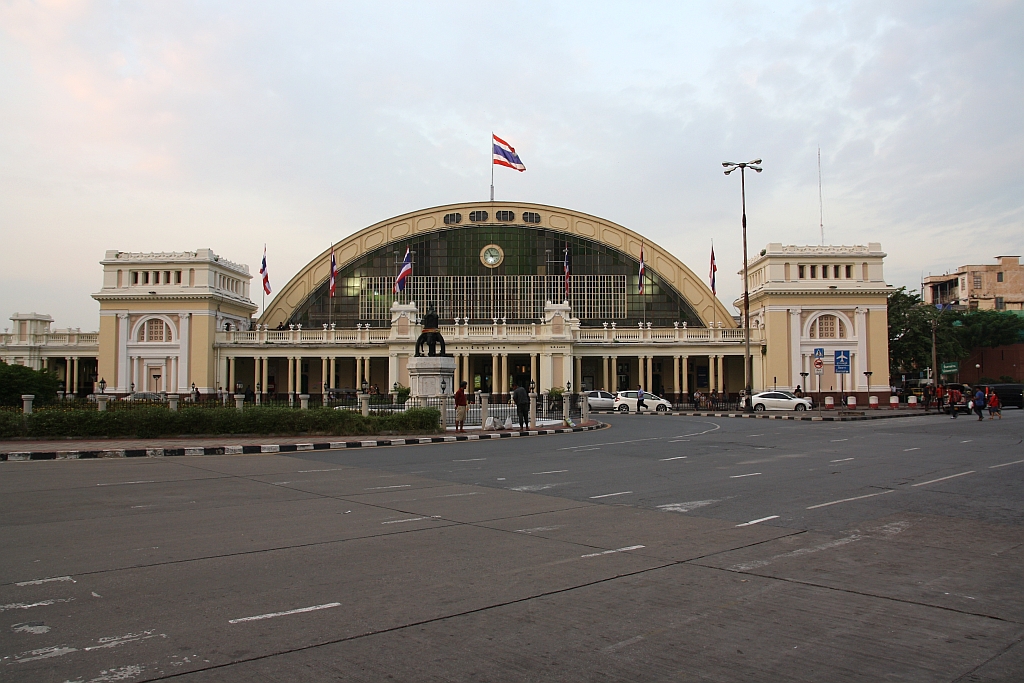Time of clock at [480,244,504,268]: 2:54
